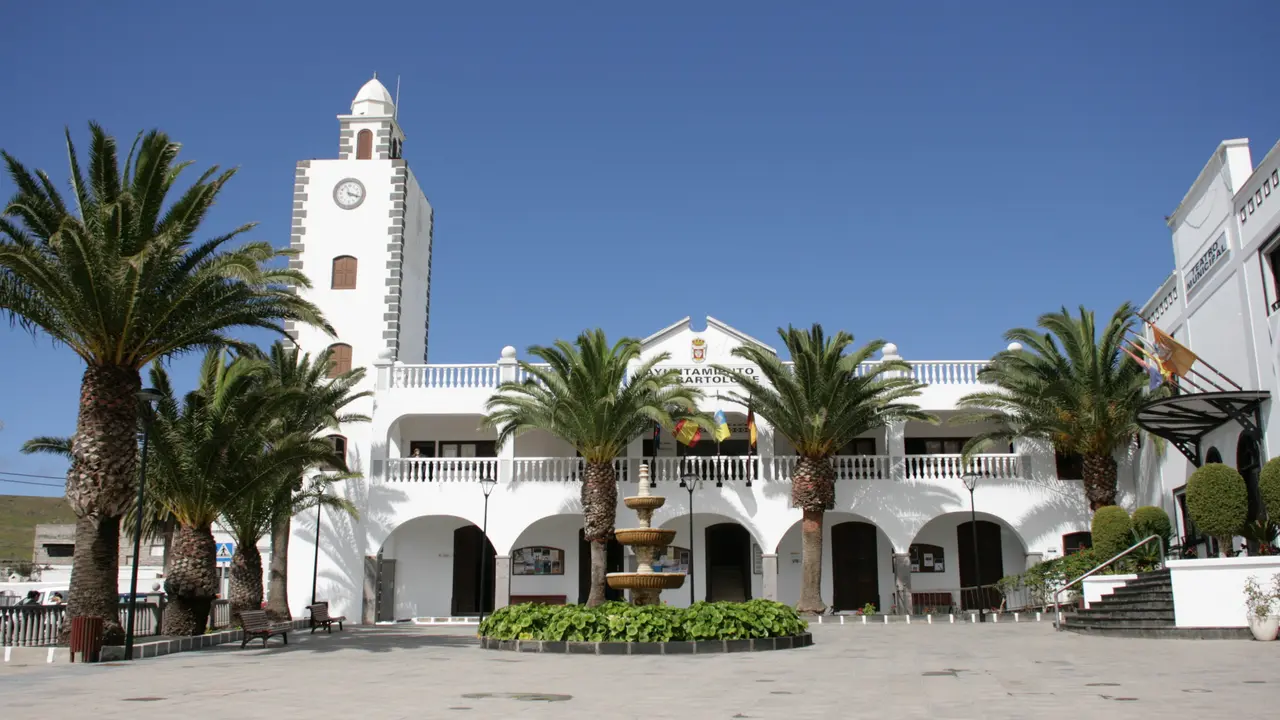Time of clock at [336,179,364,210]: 5:18
